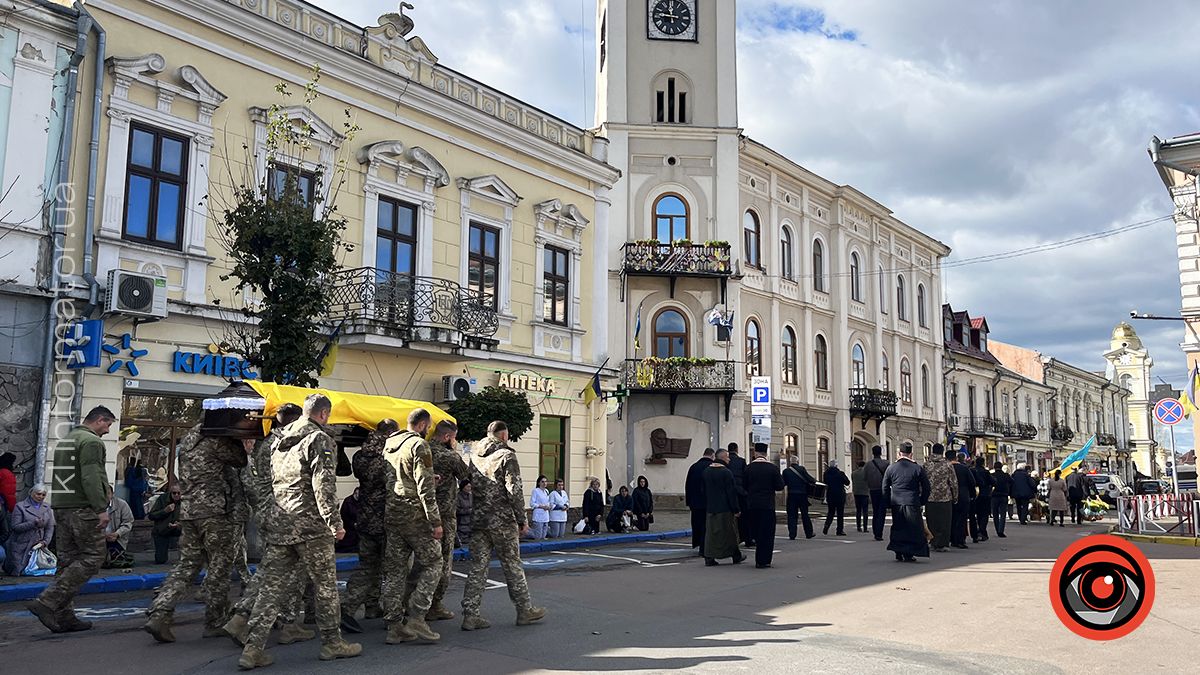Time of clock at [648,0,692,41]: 11:46
